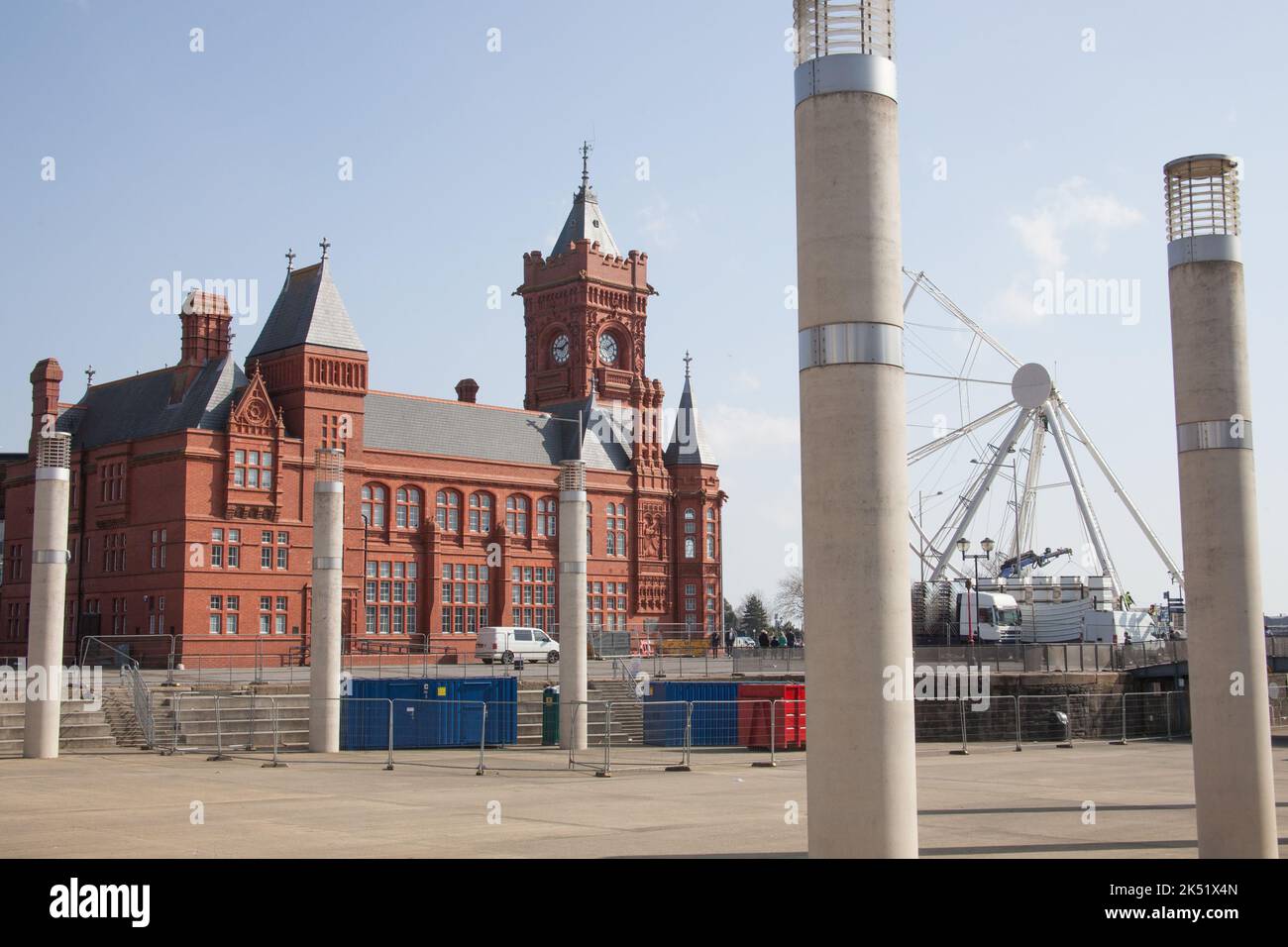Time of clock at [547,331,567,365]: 1:46
